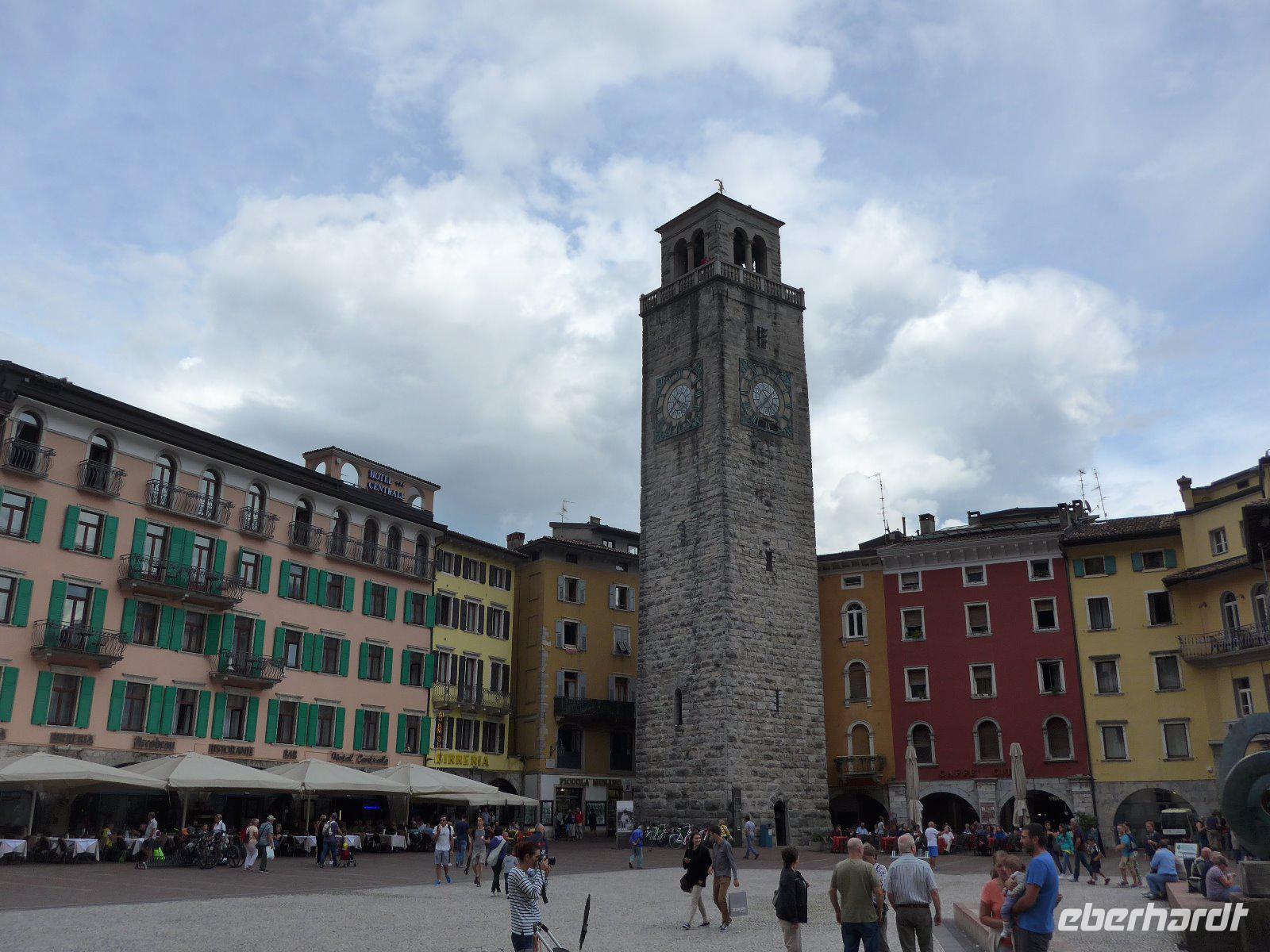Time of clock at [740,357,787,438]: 10:37
